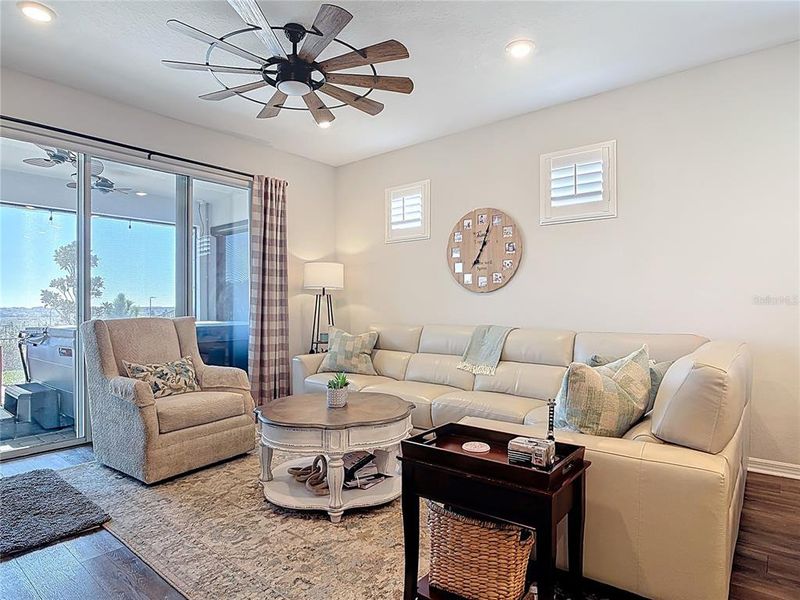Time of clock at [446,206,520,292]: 7:03
